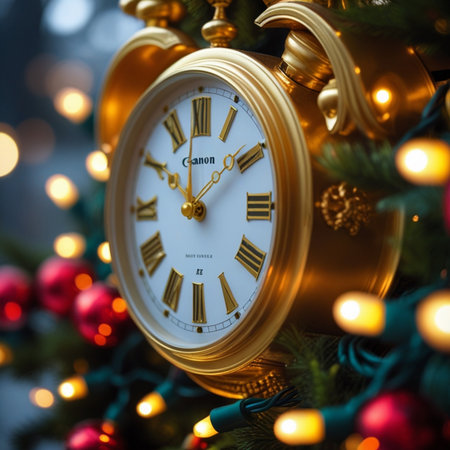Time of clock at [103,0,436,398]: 1:50
